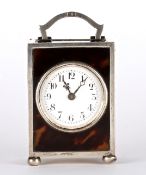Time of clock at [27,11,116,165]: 11:06
